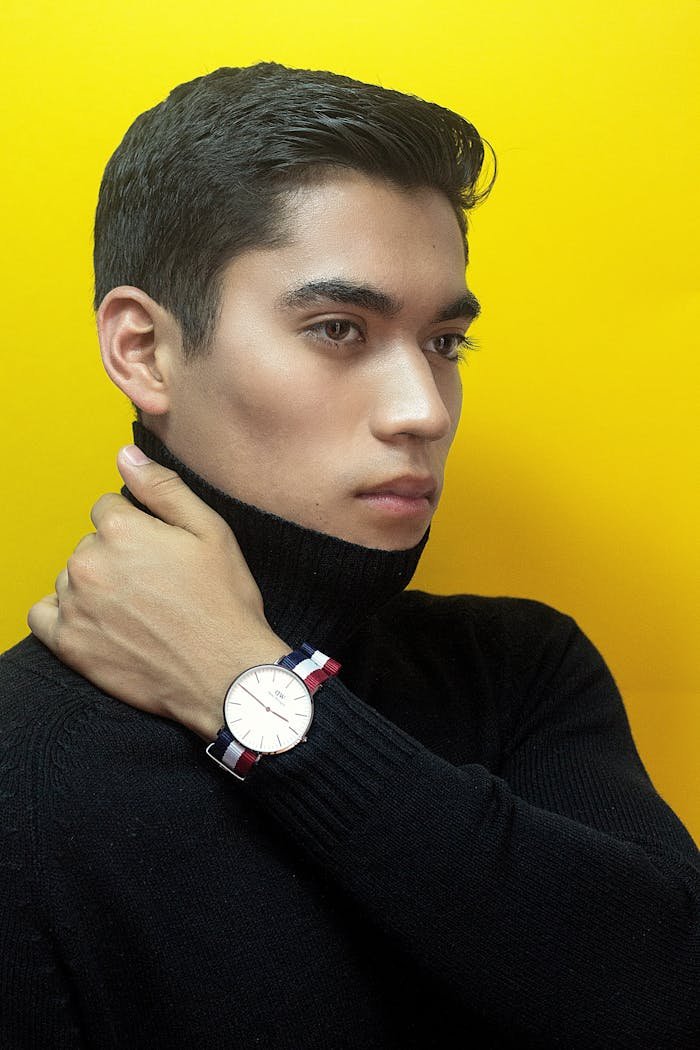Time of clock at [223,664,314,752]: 3:50
